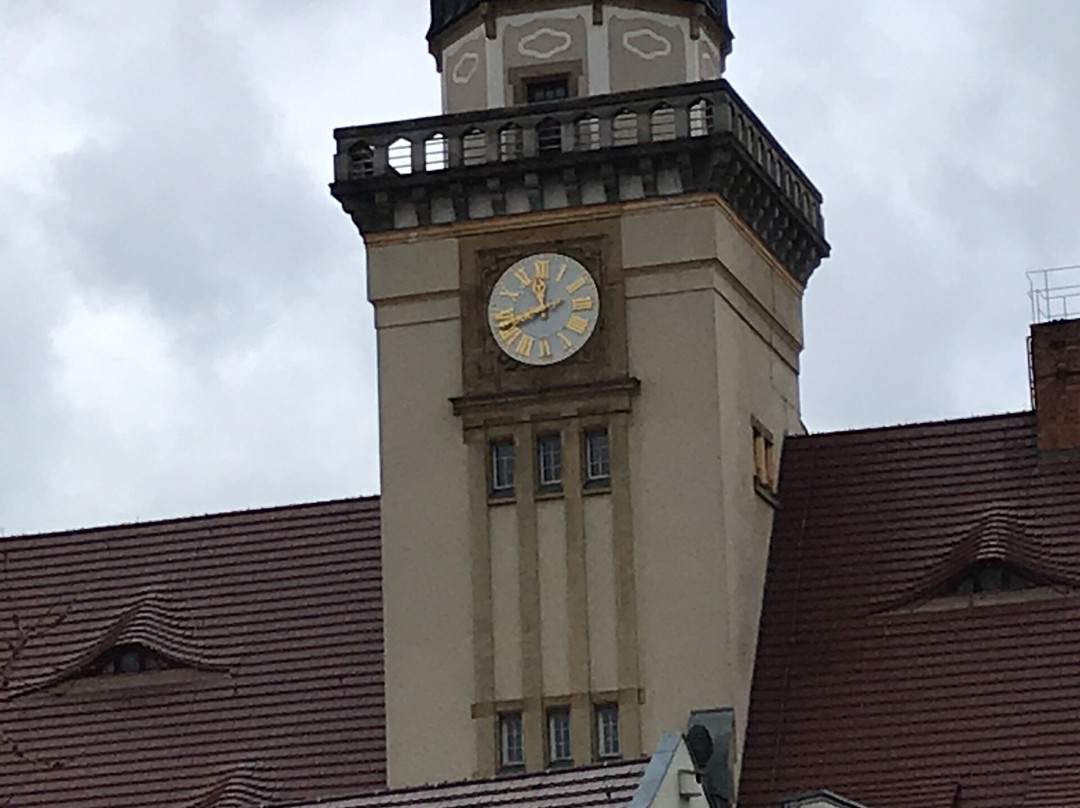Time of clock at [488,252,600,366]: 11:41
